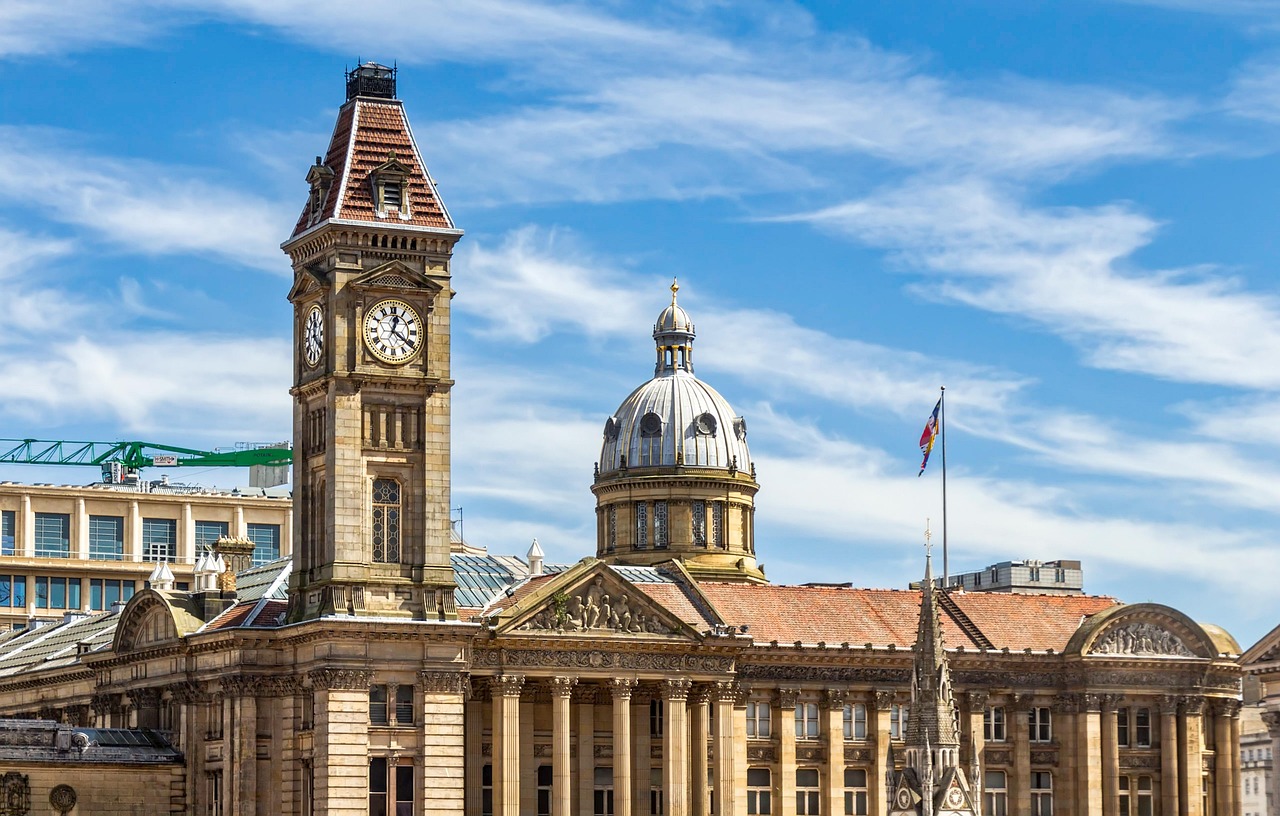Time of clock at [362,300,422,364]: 12:21
